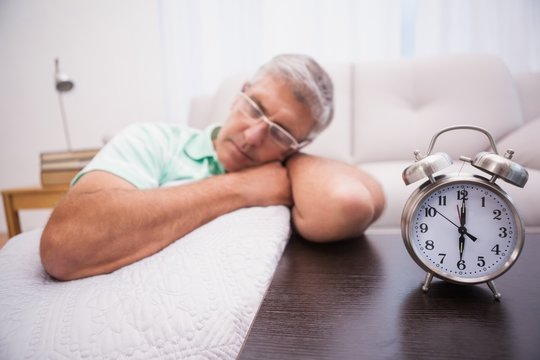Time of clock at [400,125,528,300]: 6:00
